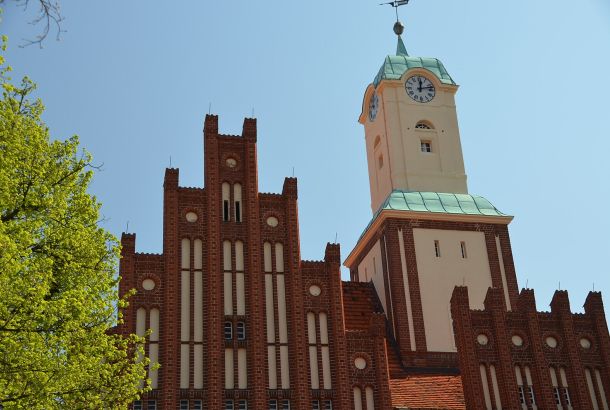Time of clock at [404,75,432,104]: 12:12
